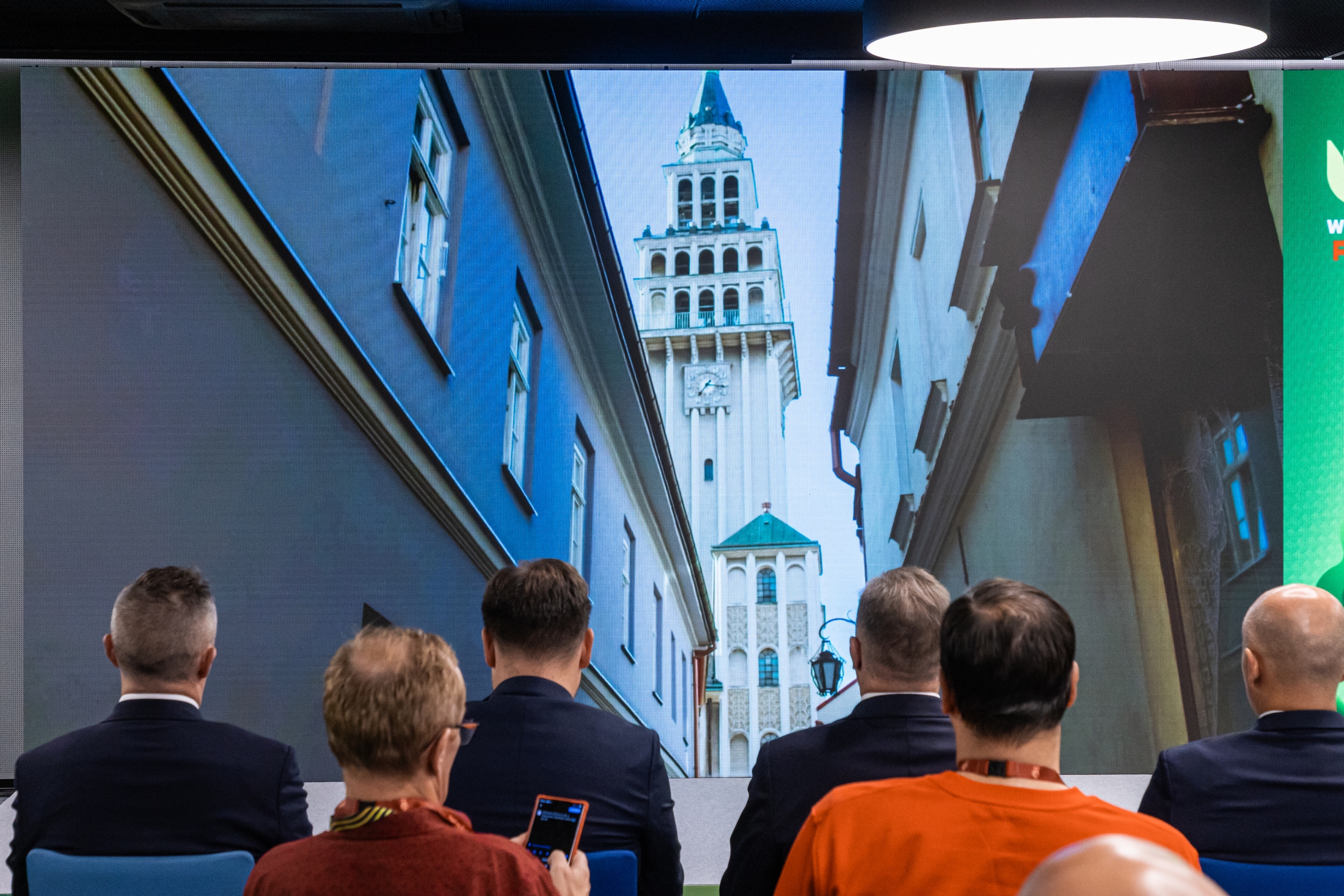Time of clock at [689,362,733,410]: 7:15
